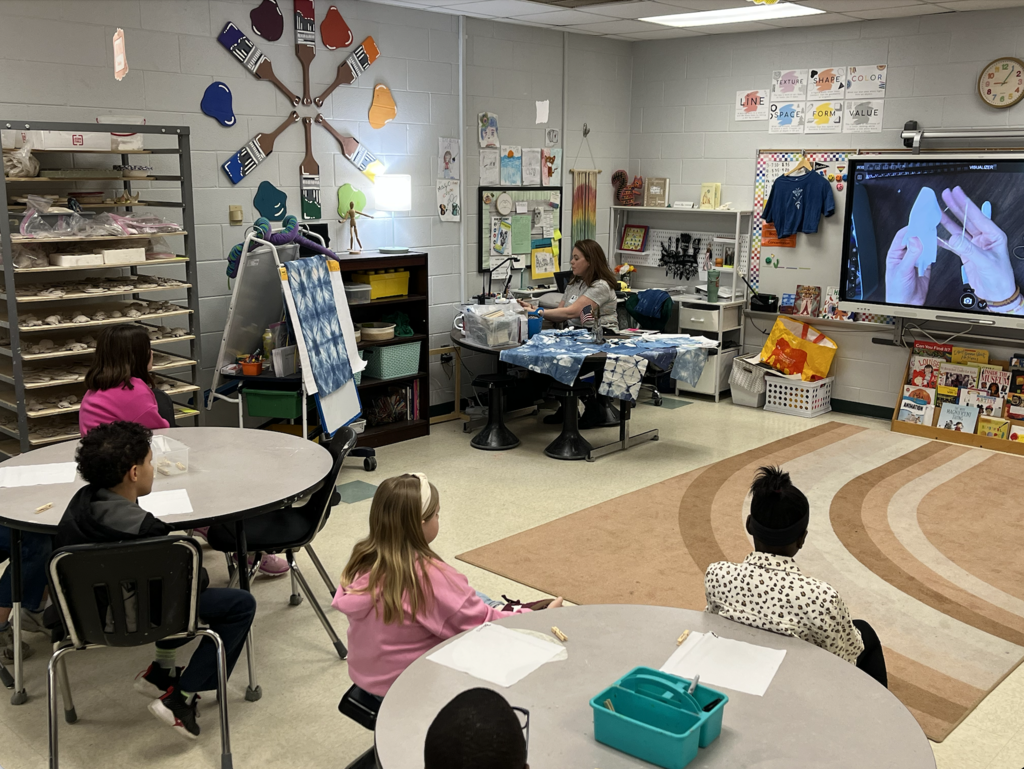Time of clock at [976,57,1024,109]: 9:05
